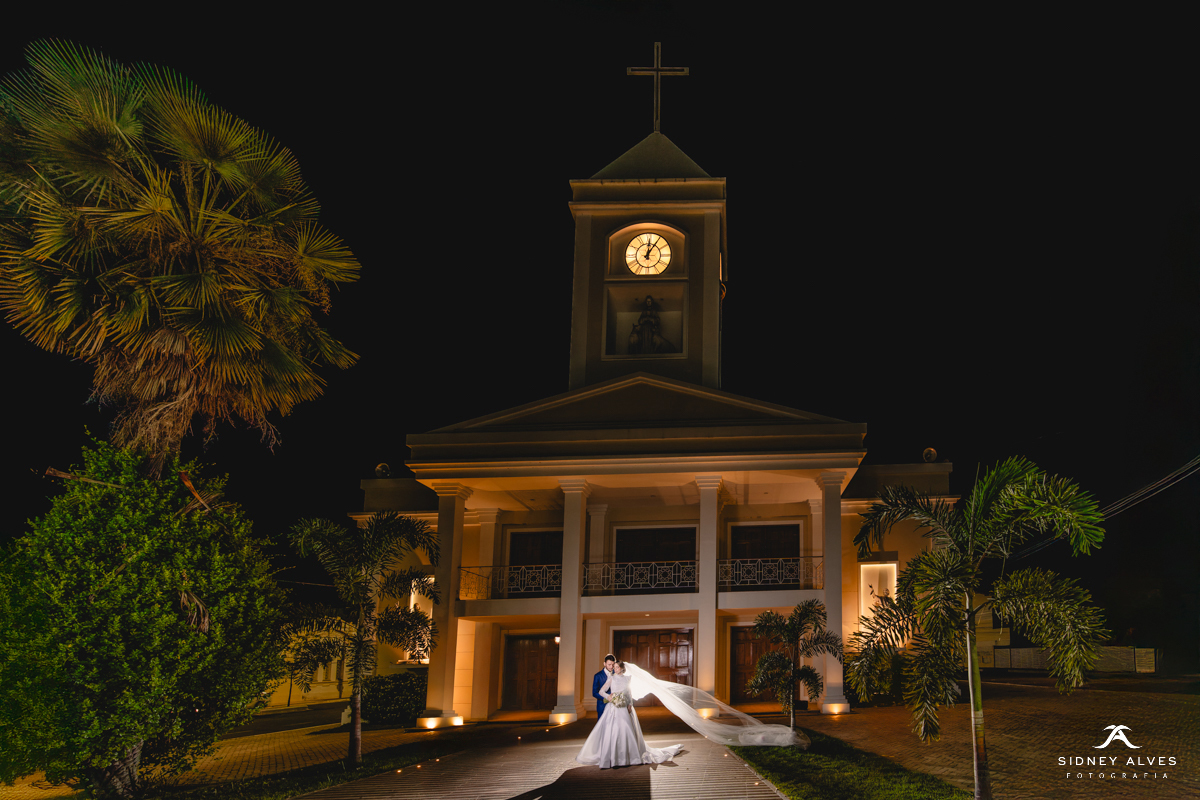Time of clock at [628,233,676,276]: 12:05
